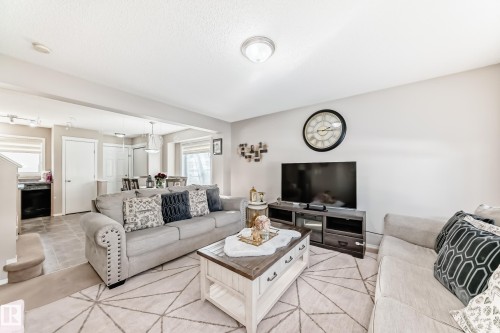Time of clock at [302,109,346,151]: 2:15
